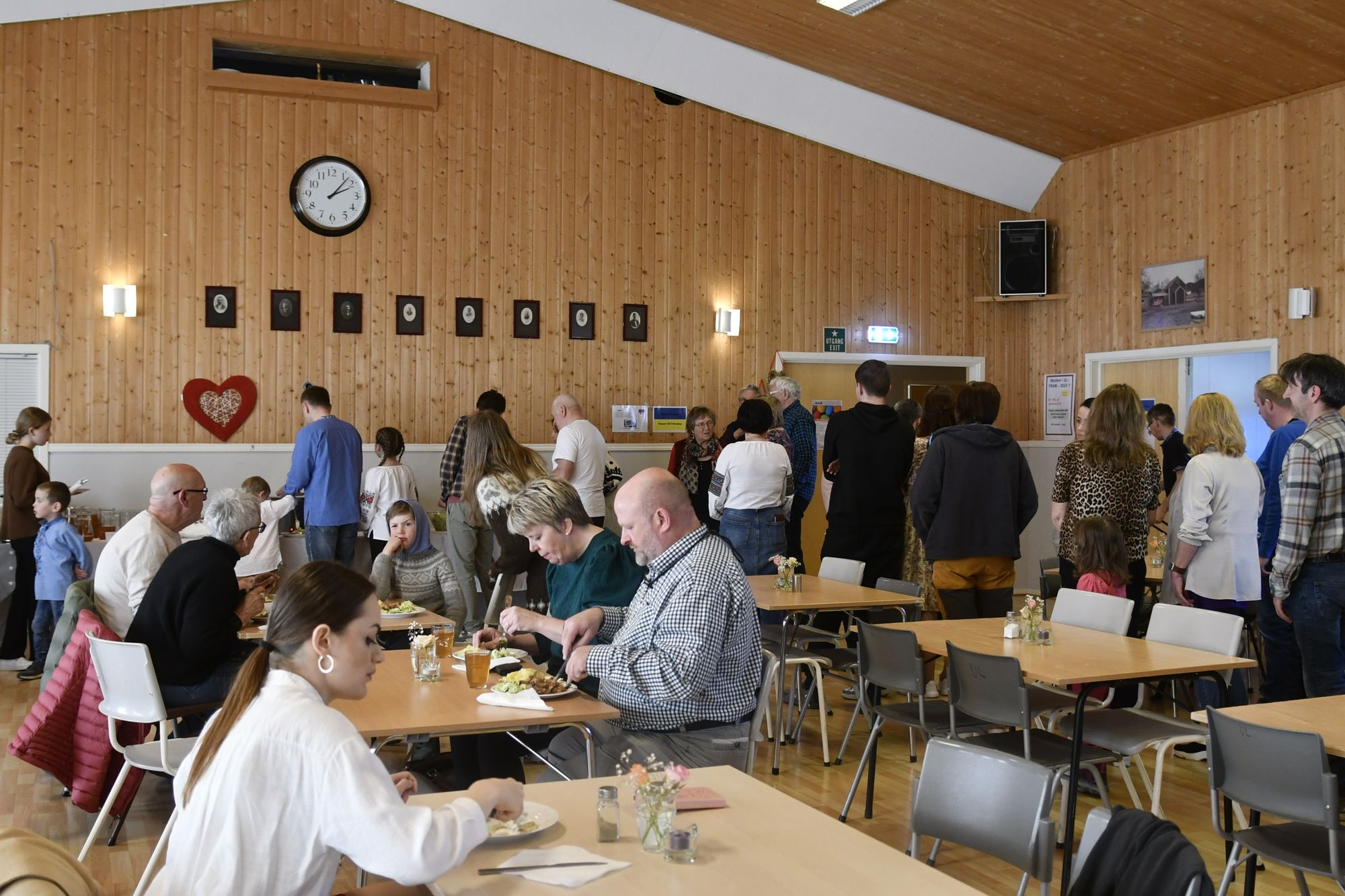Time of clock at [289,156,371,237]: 2:07
